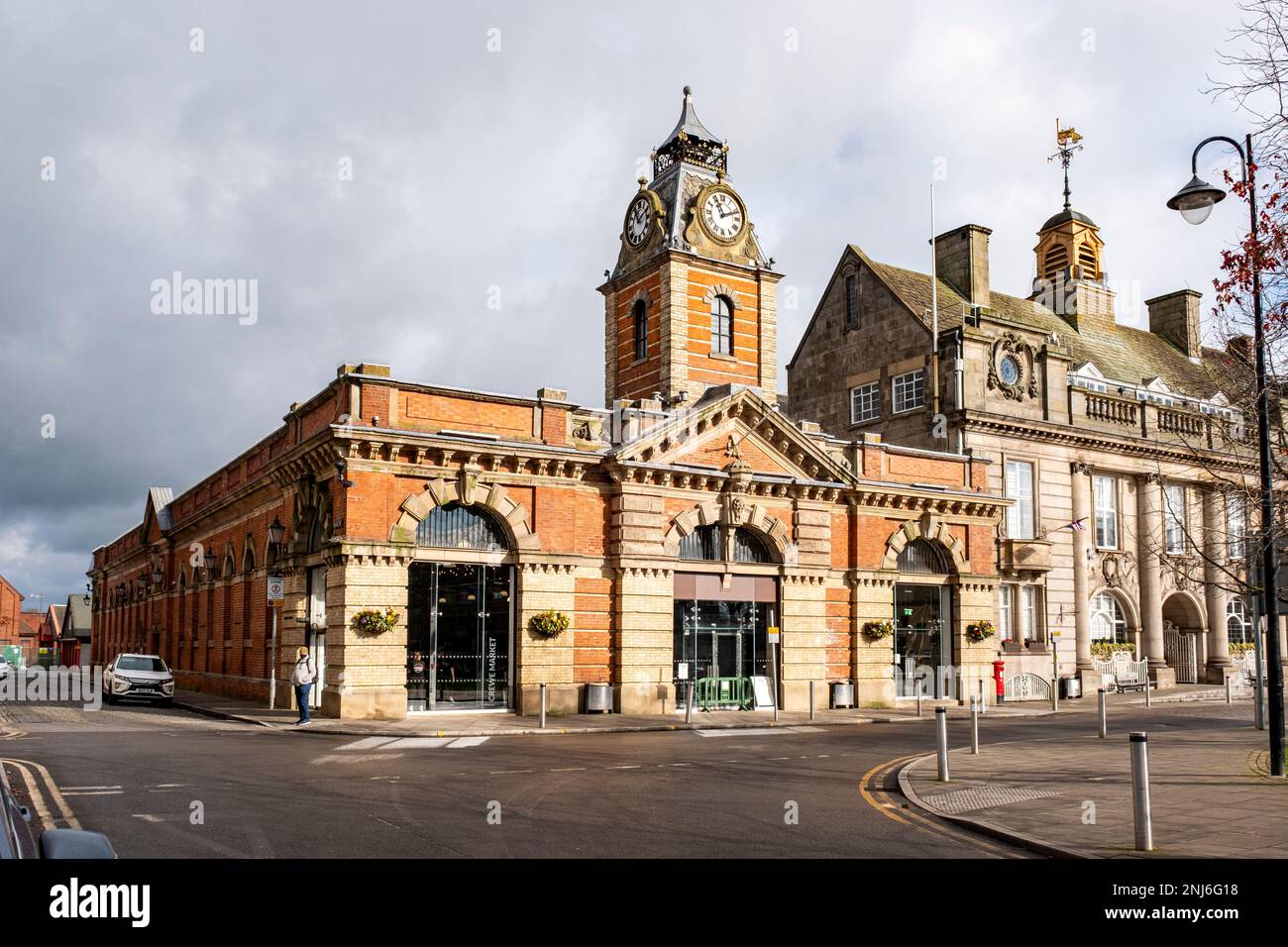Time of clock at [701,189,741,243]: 11:11
